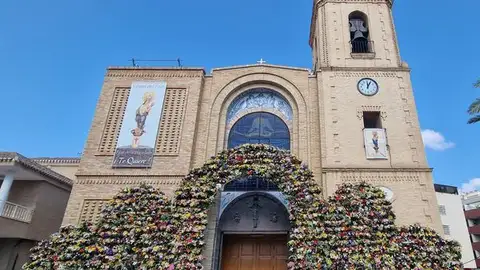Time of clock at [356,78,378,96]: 12:05
